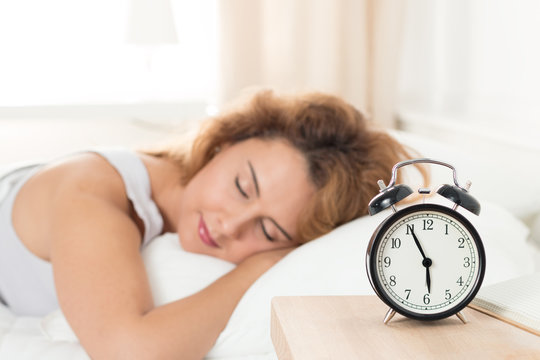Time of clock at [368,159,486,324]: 5:55
